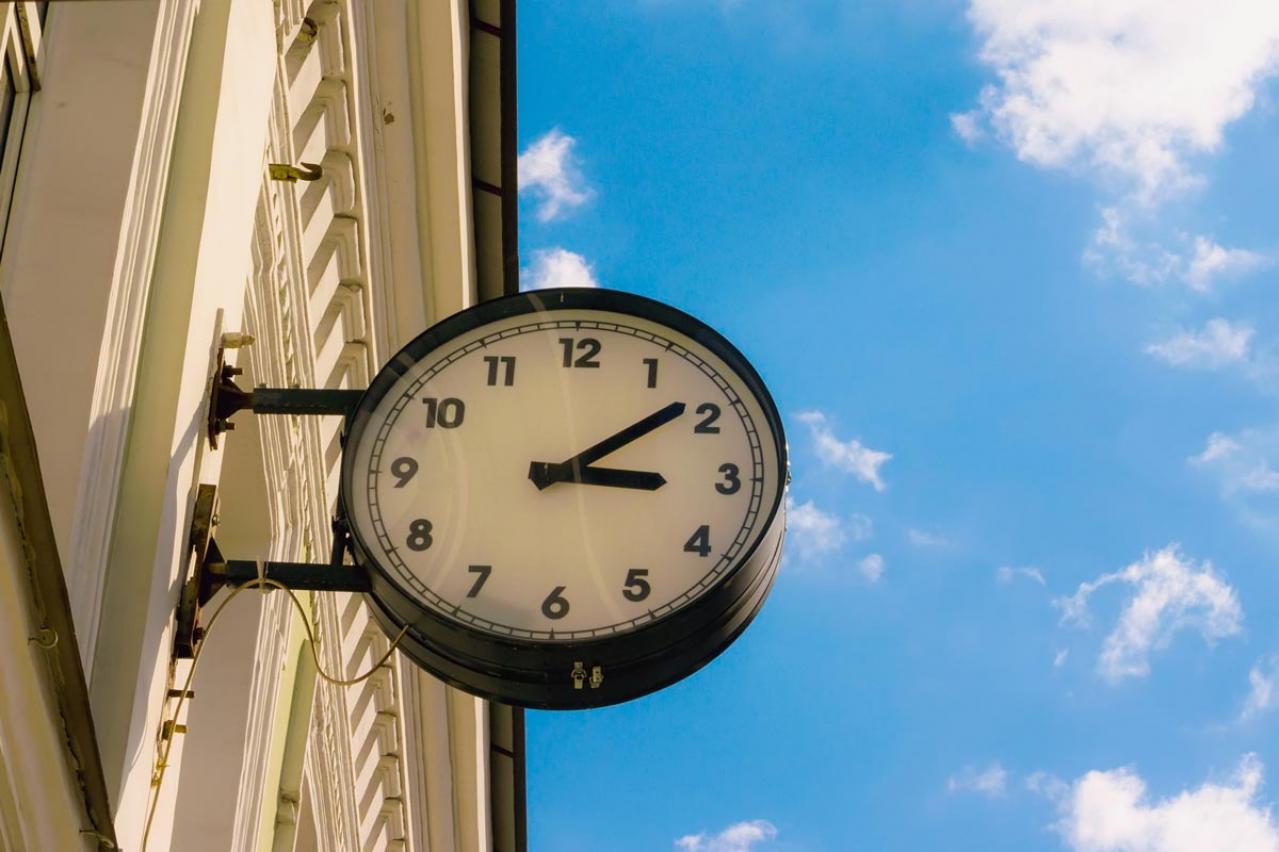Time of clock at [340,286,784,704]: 3:08
